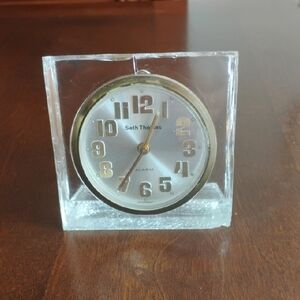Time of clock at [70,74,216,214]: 12:35
